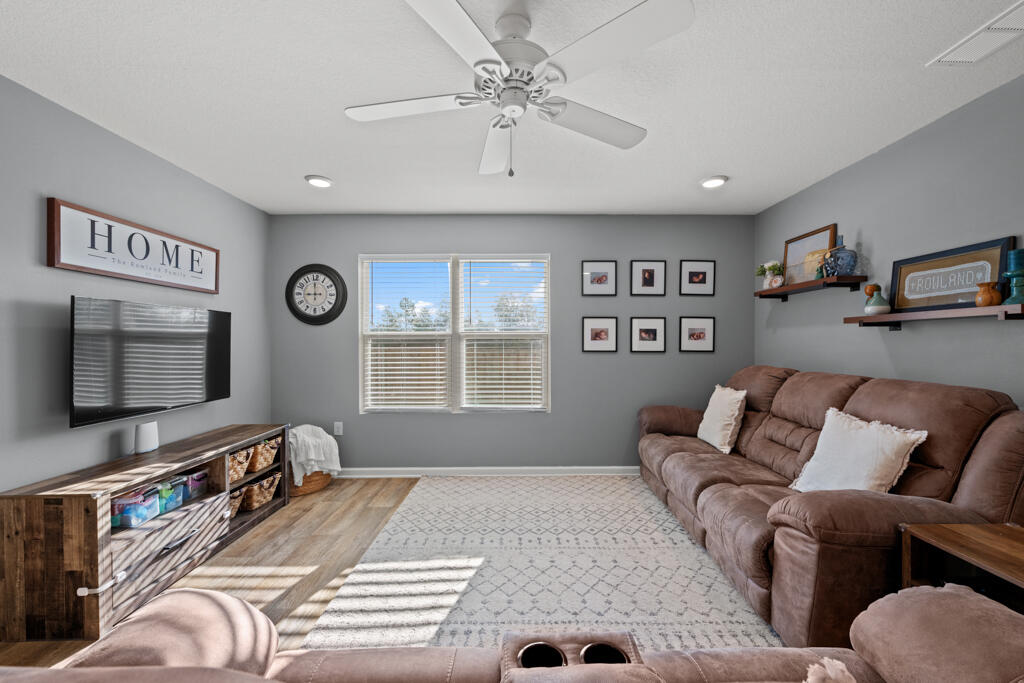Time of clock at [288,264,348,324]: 8:59
